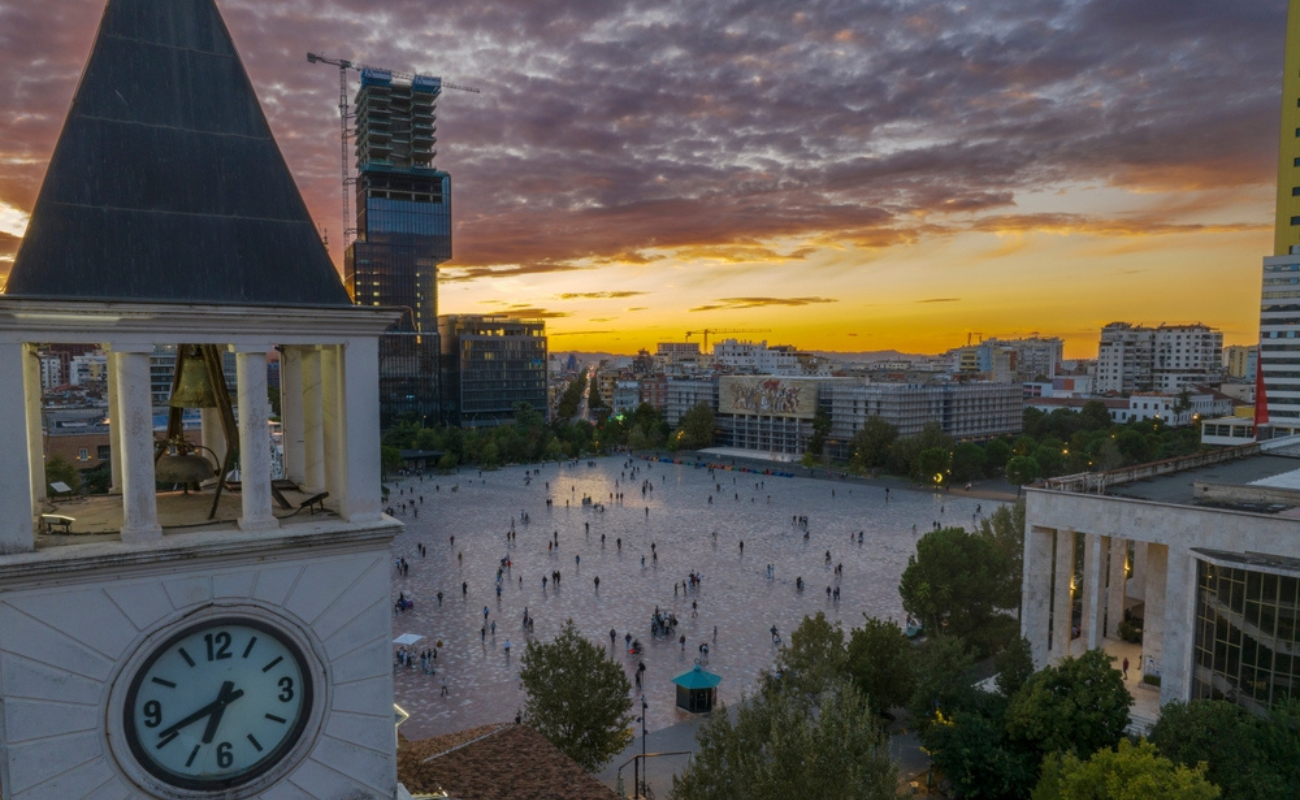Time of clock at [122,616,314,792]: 6:41
